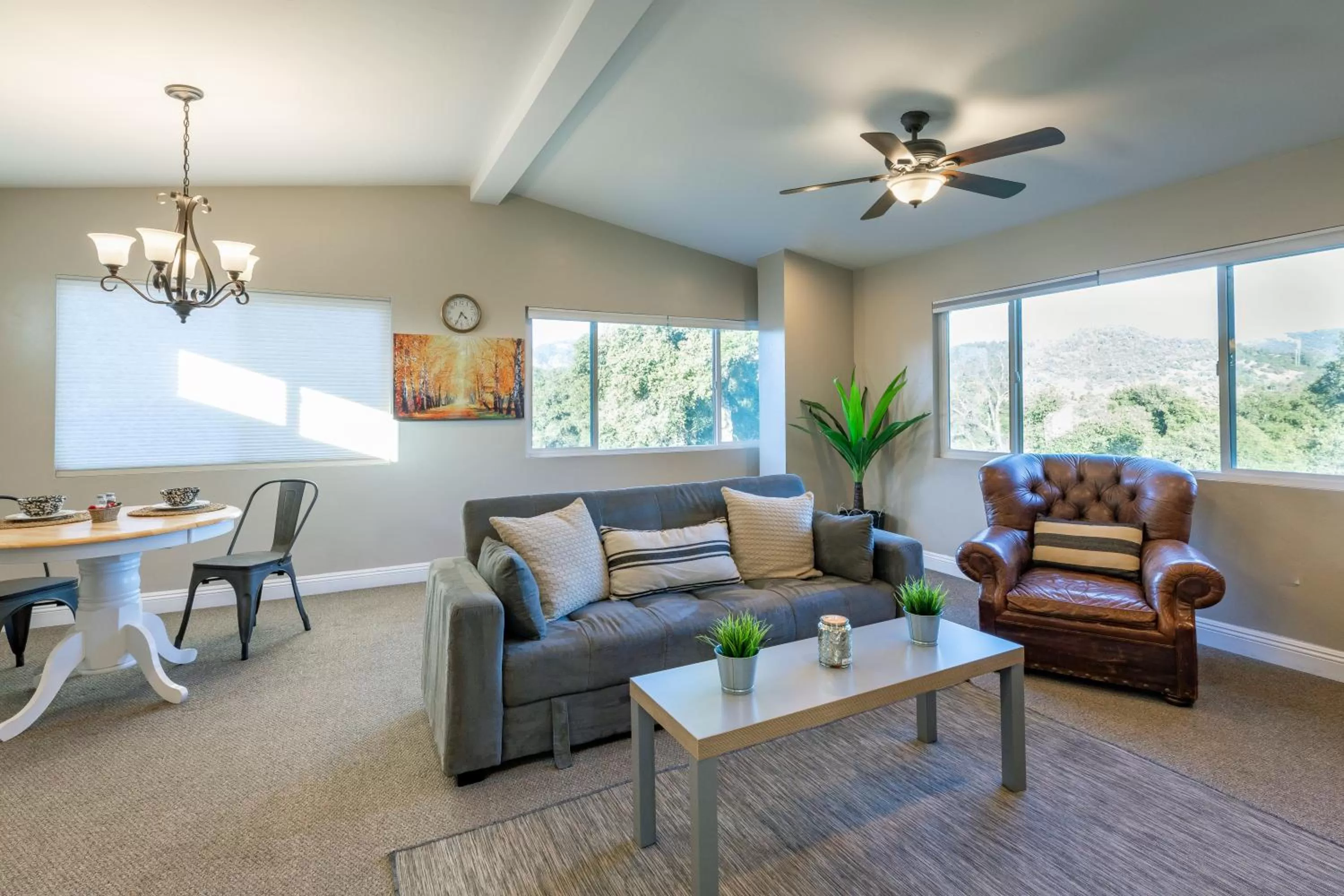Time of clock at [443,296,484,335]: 4:34
